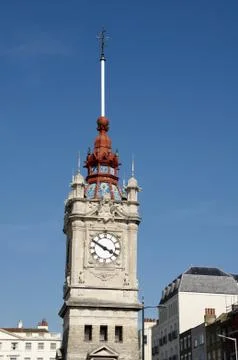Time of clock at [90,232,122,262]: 3:49
